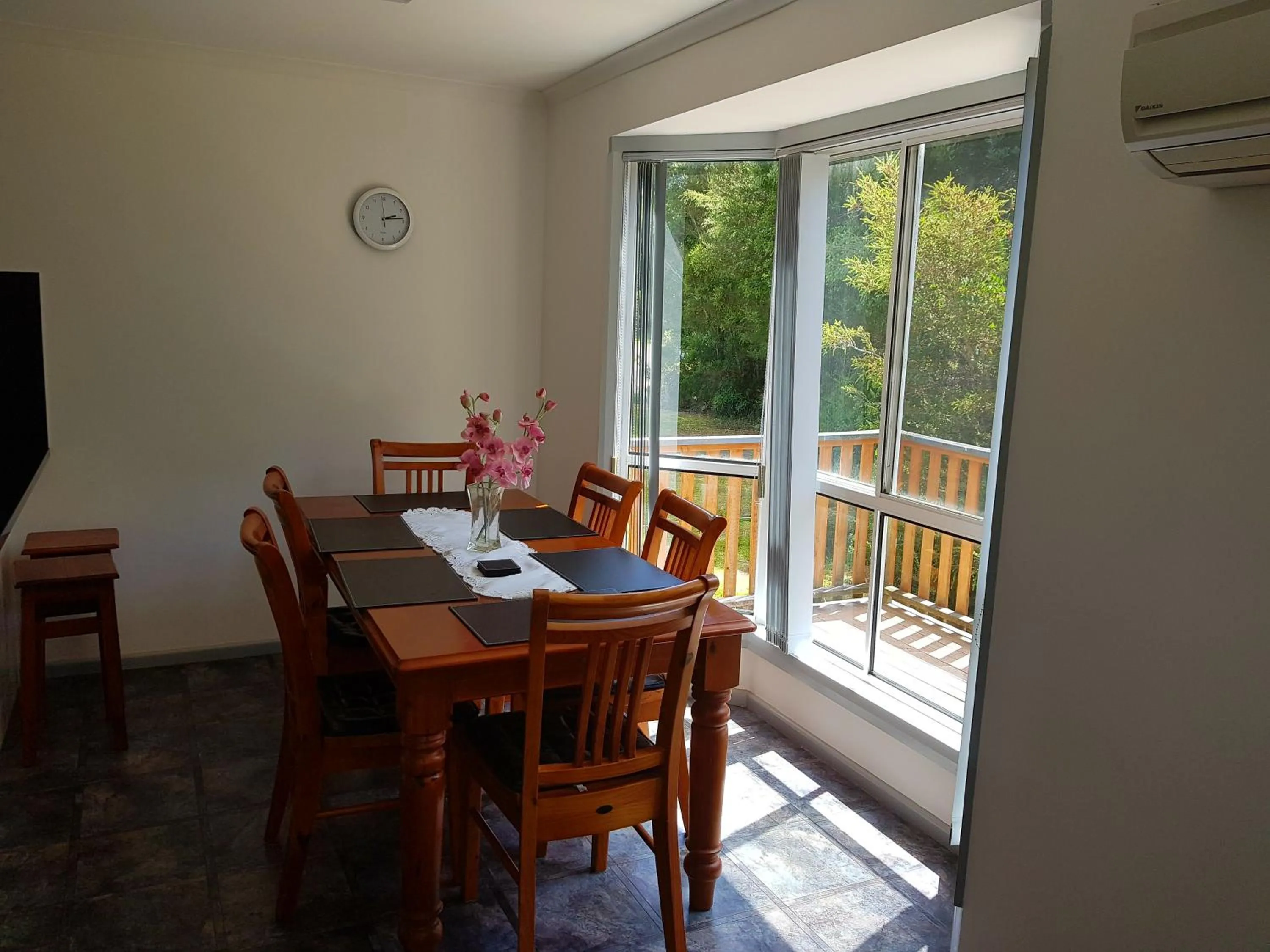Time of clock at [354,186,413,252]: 2:13
